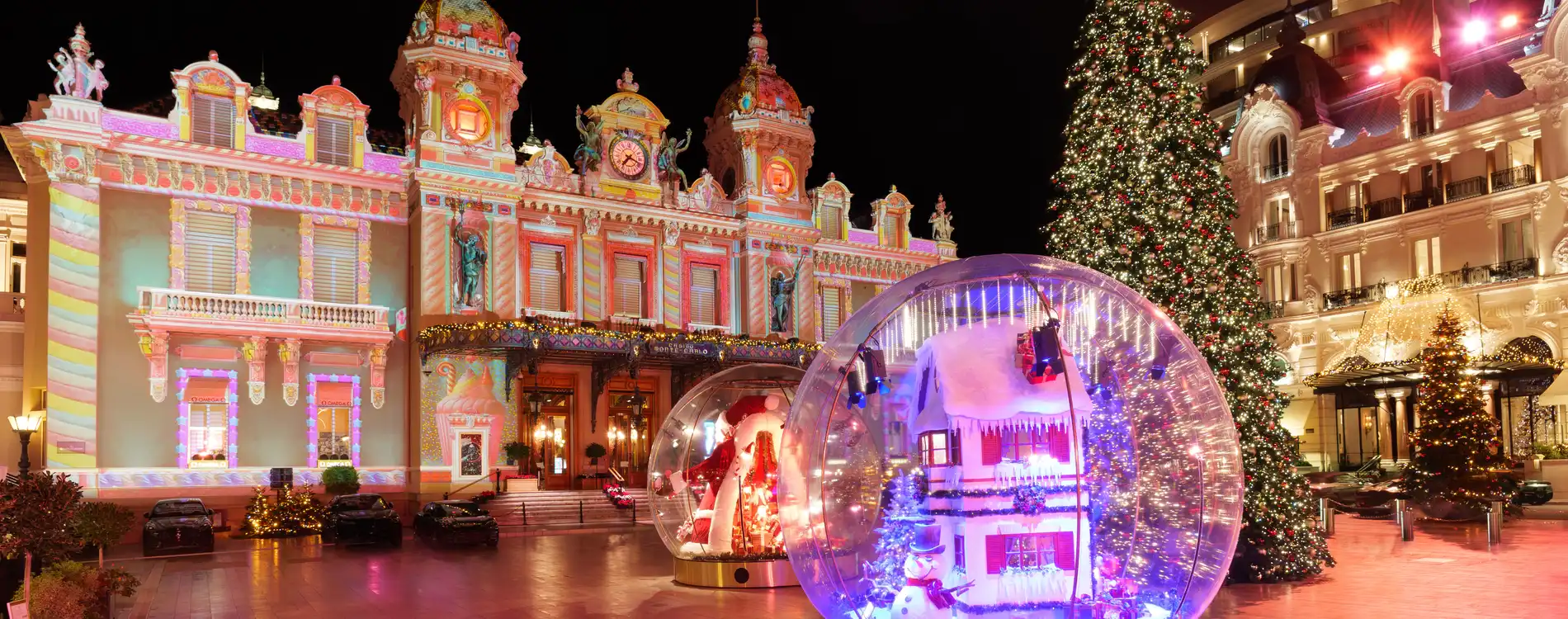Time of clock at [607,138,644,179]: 7:18
